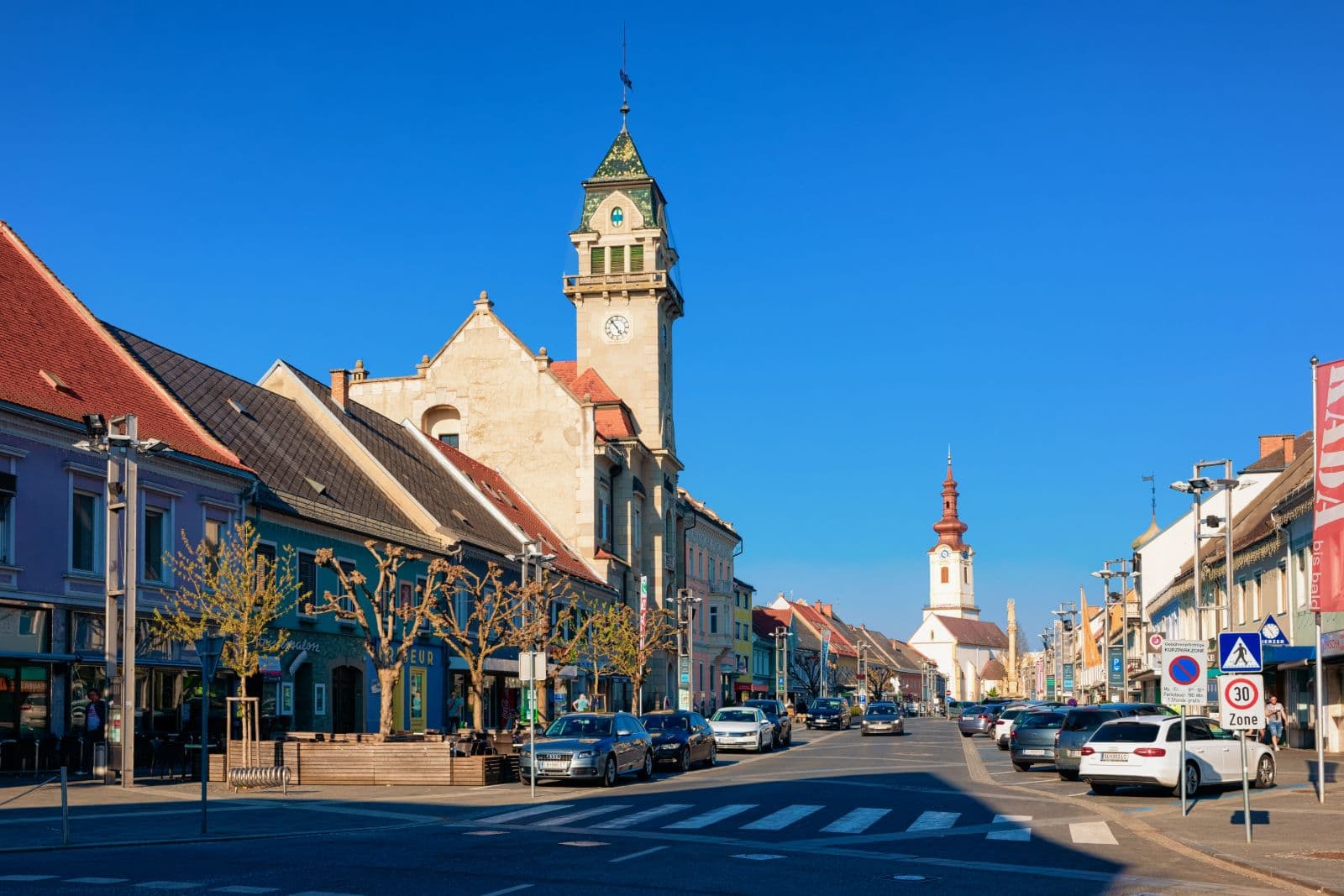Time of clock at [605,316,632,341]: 4:53
